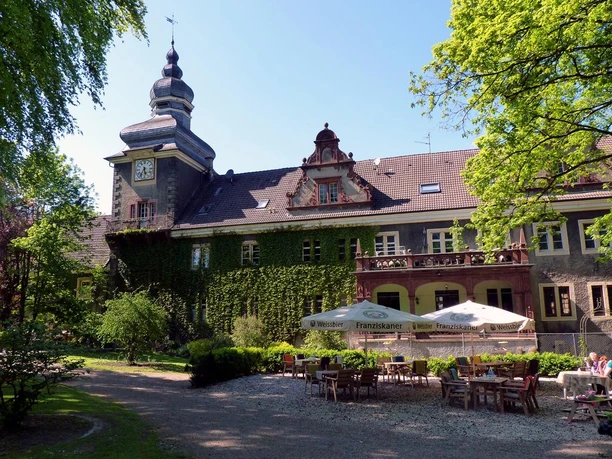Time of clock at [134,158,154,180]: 5:36
